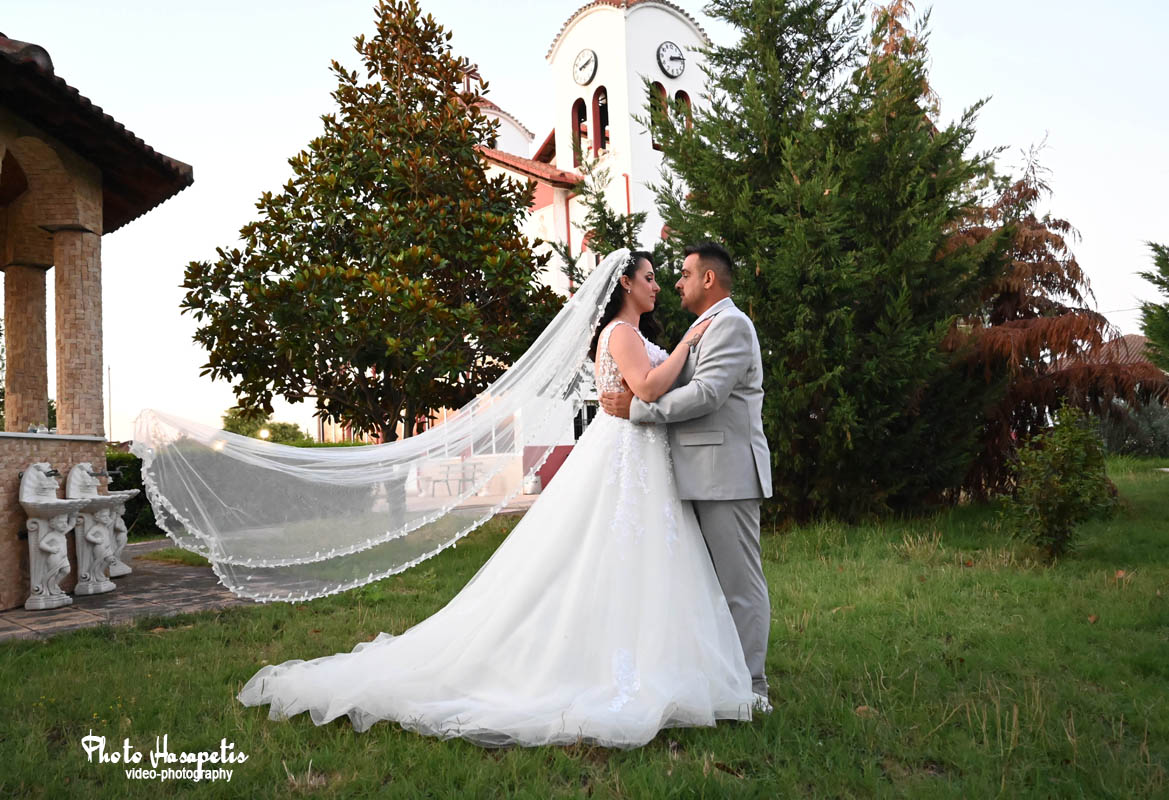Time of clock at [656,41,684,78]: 2:12
